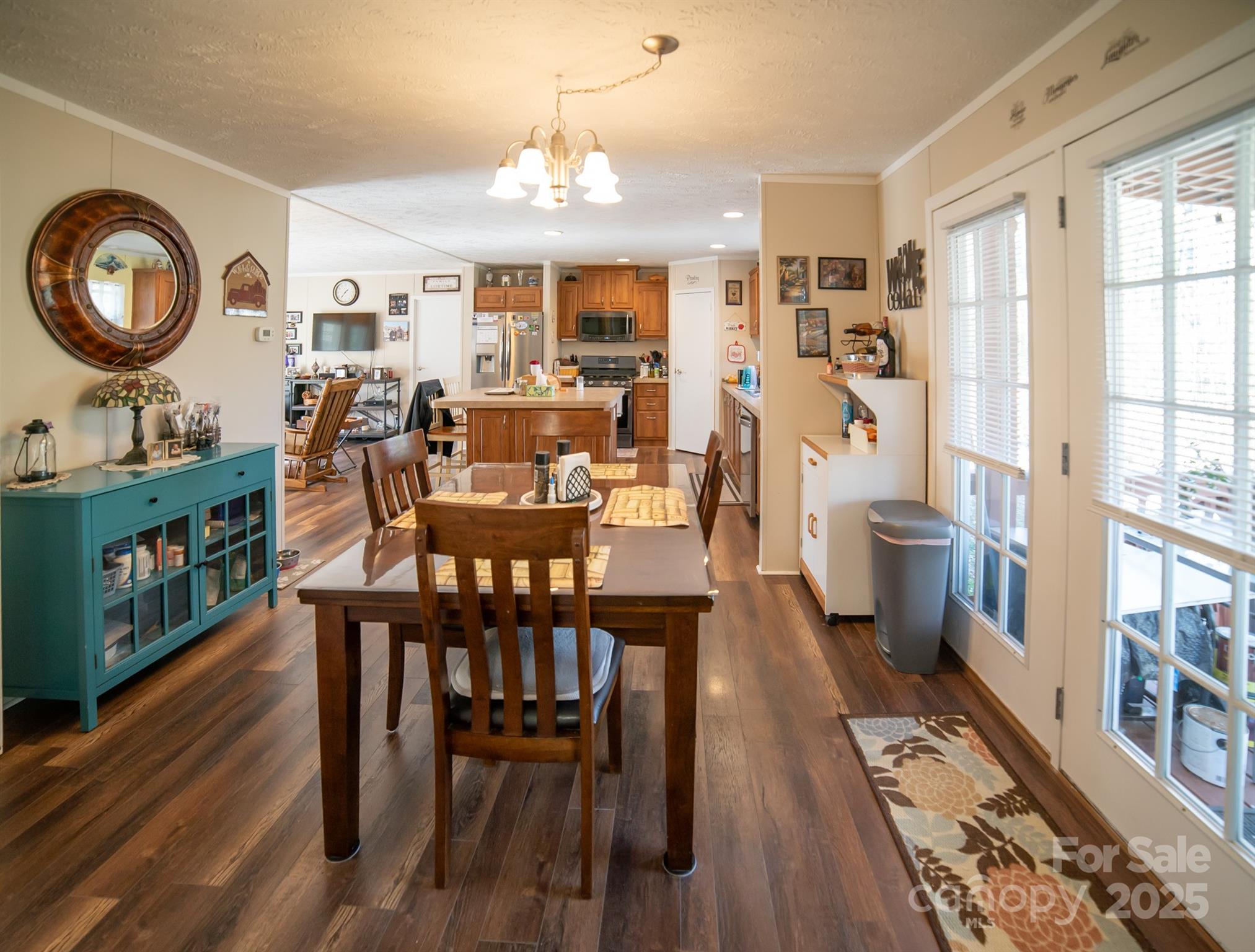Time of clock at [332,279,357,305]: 1:36
